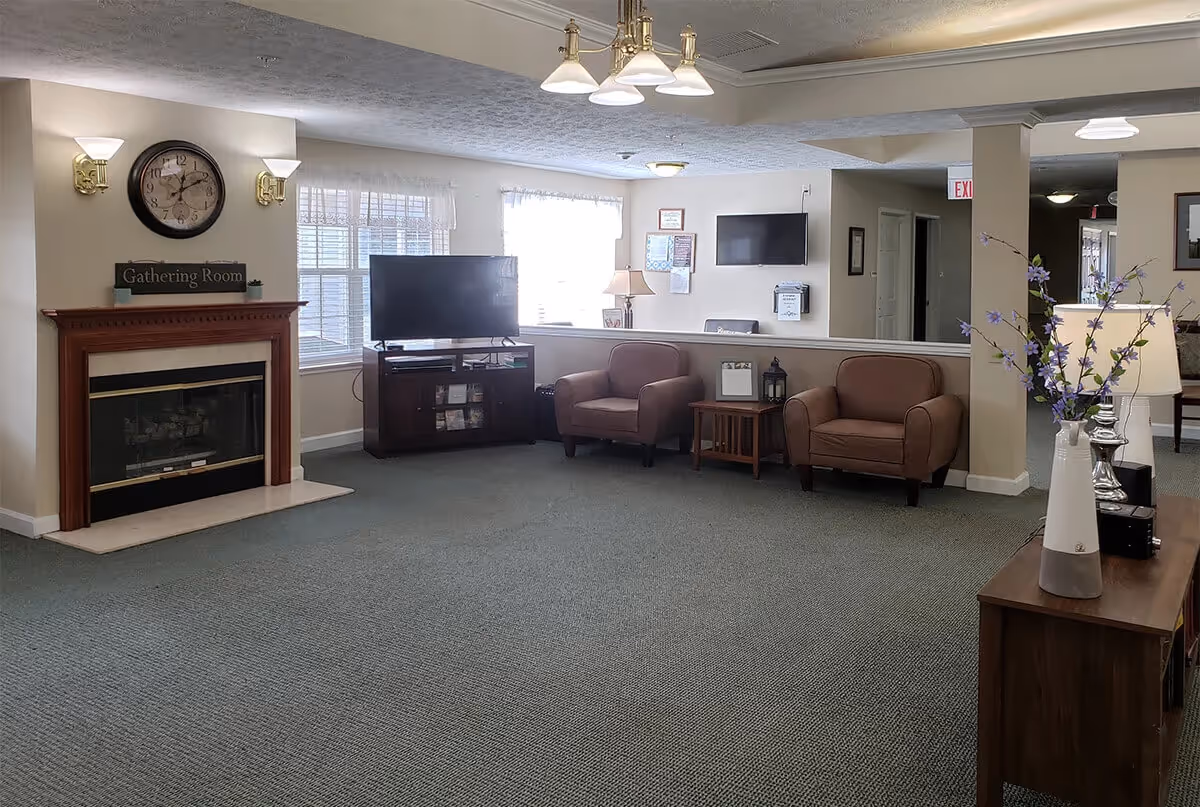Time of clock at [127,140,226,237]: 12:10
